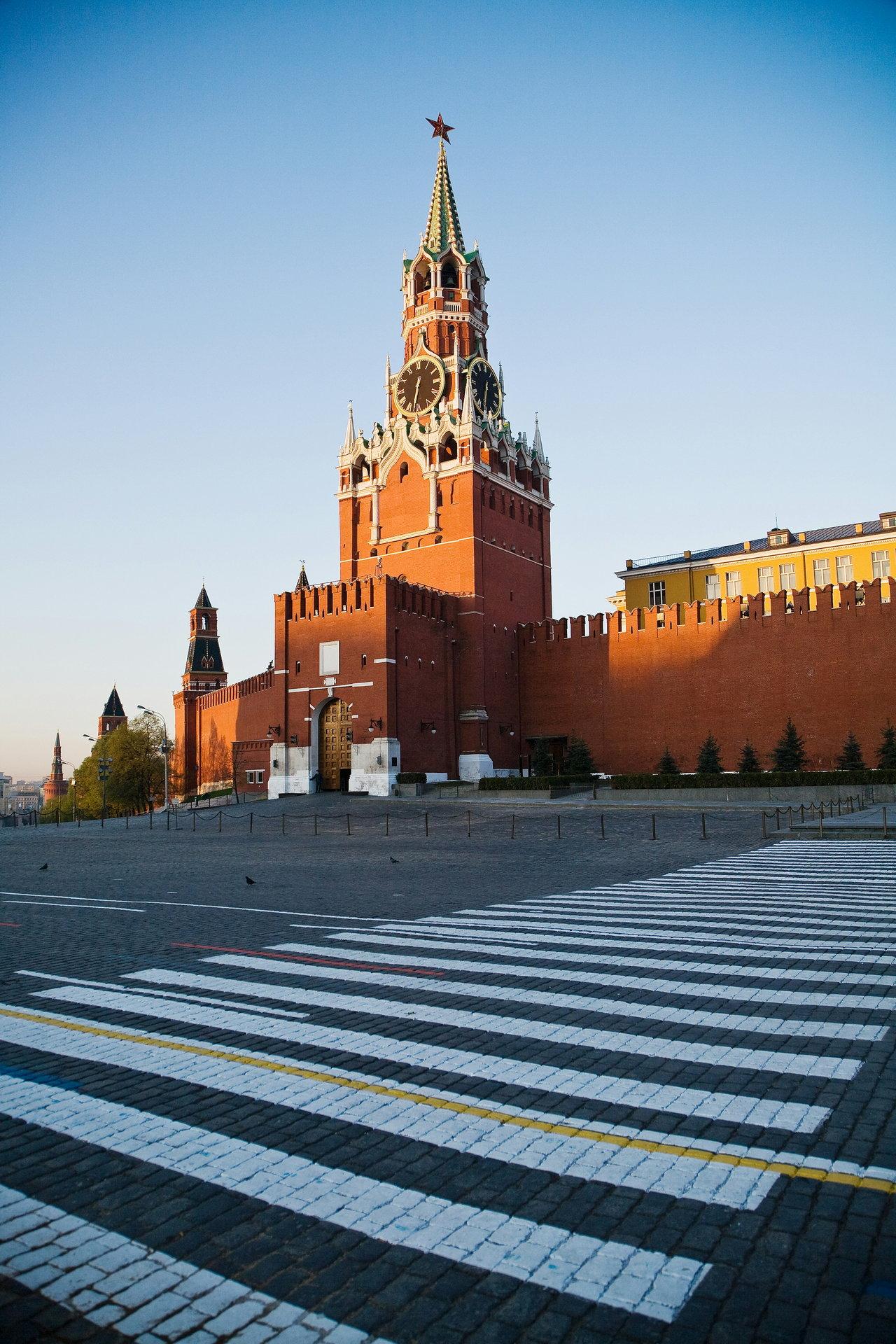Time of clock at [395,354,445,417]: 12:32
